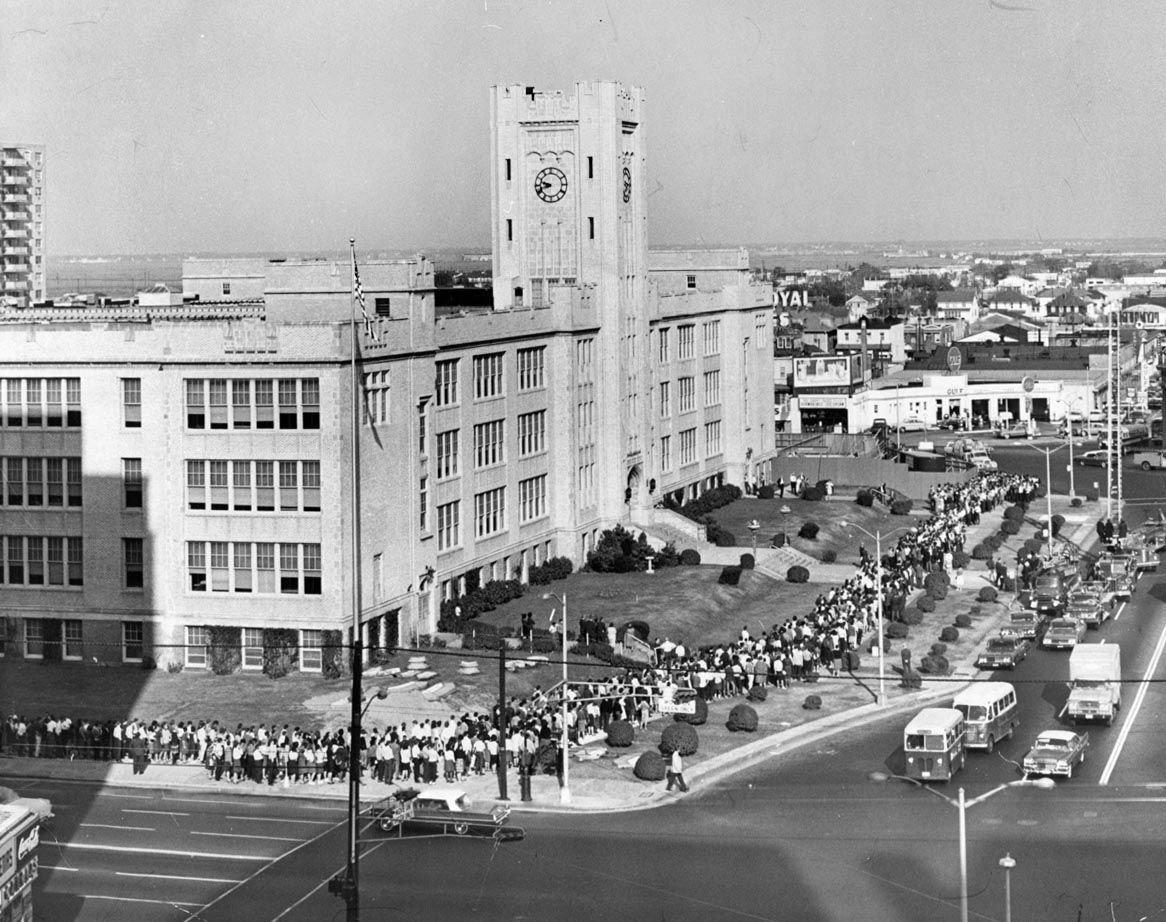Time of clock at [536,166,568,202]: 9:41
